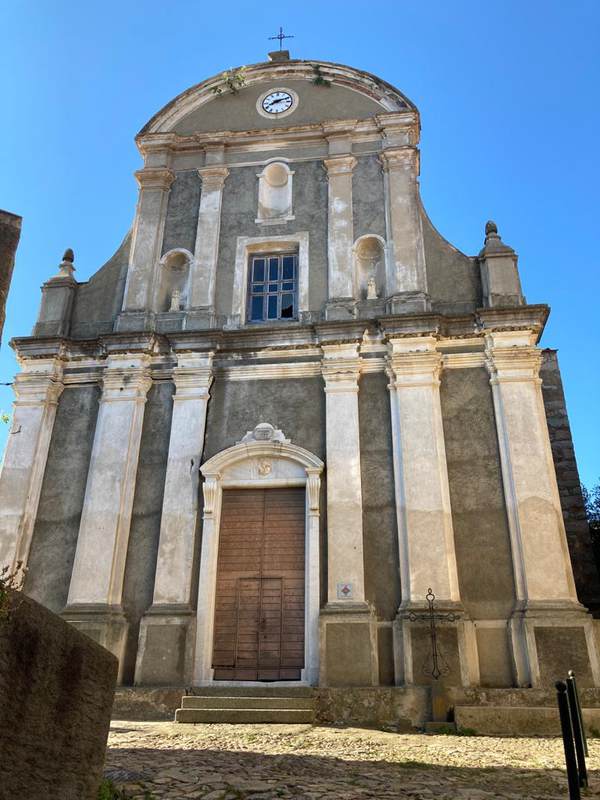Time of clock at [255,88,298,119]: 8:11
